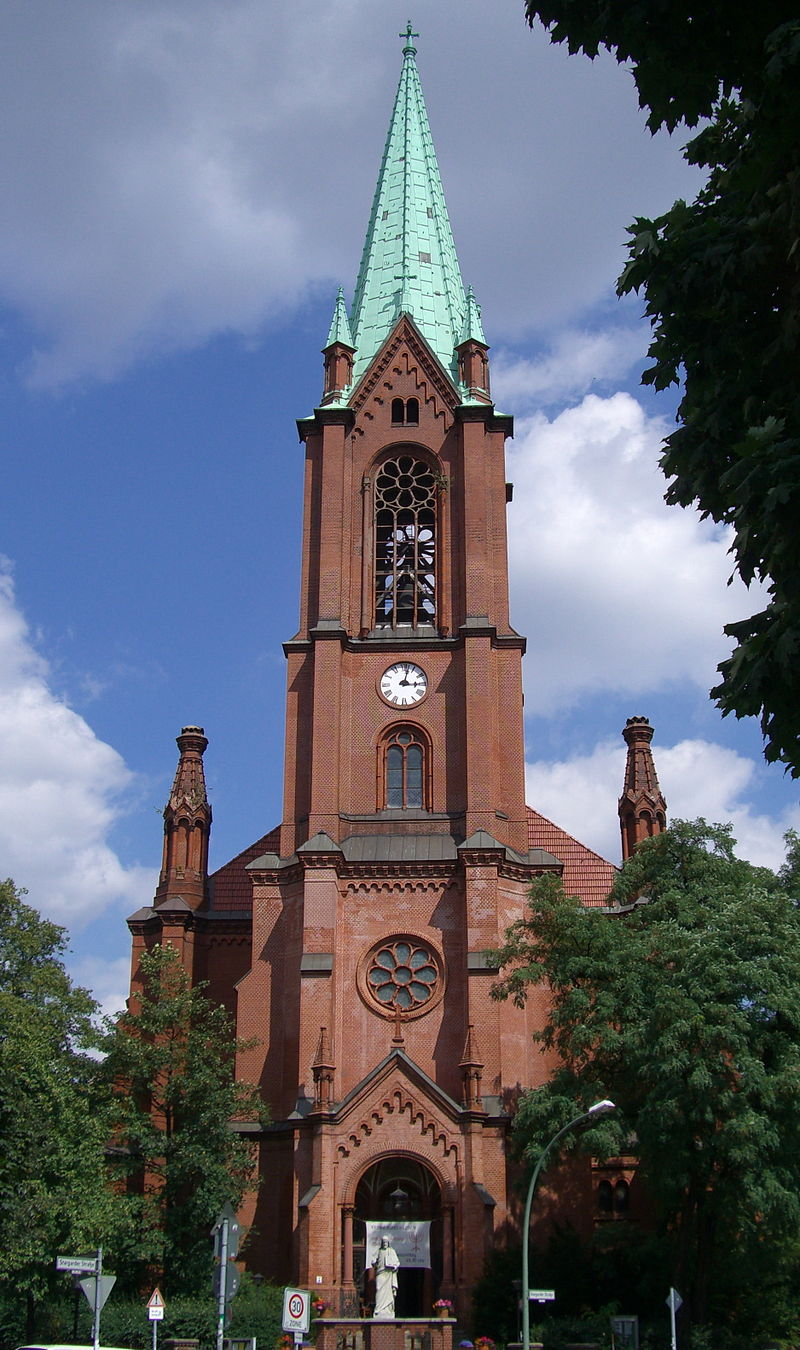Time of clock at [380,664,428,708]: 3:02
